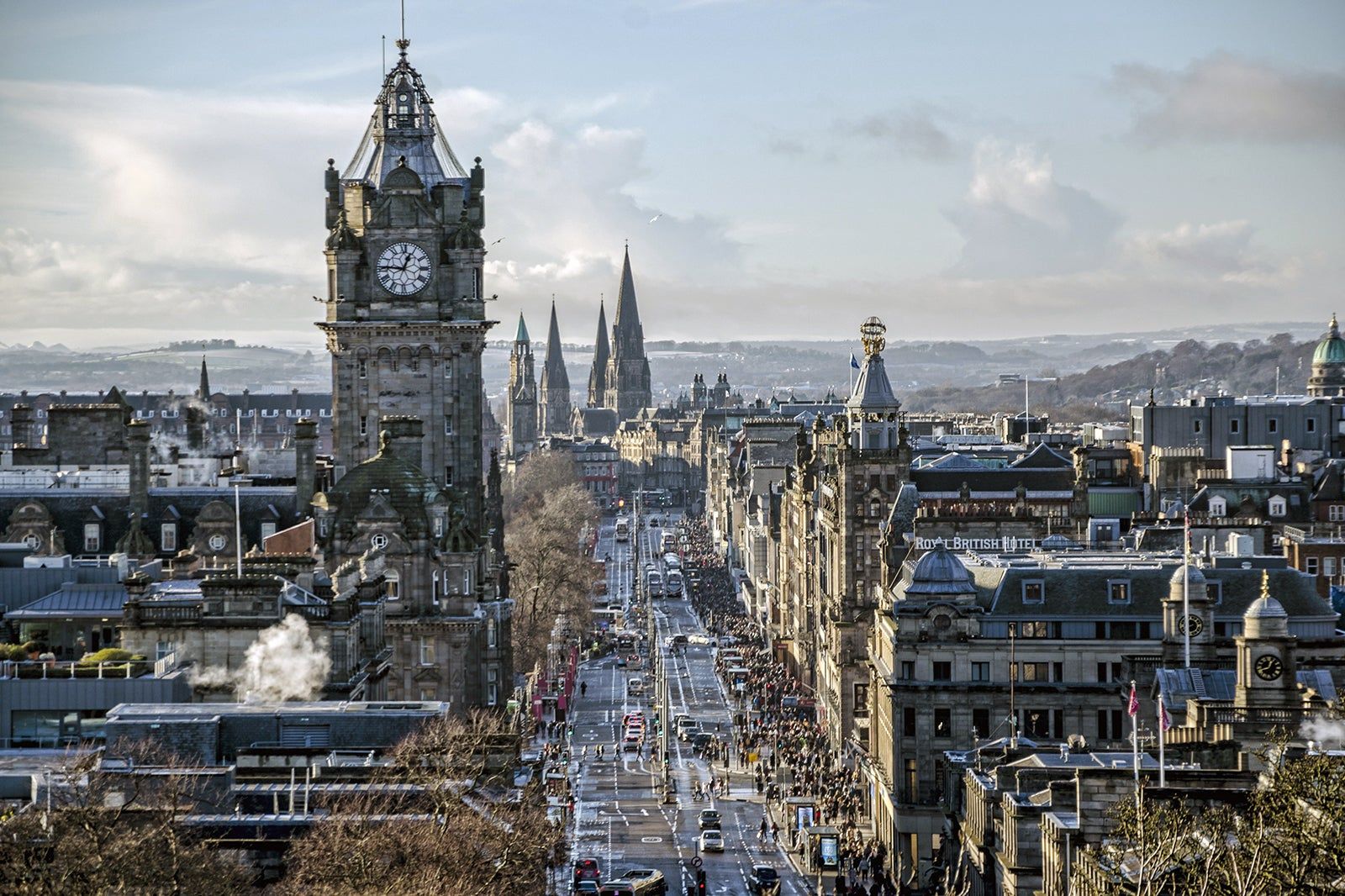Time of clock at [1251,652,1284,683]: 12:42
